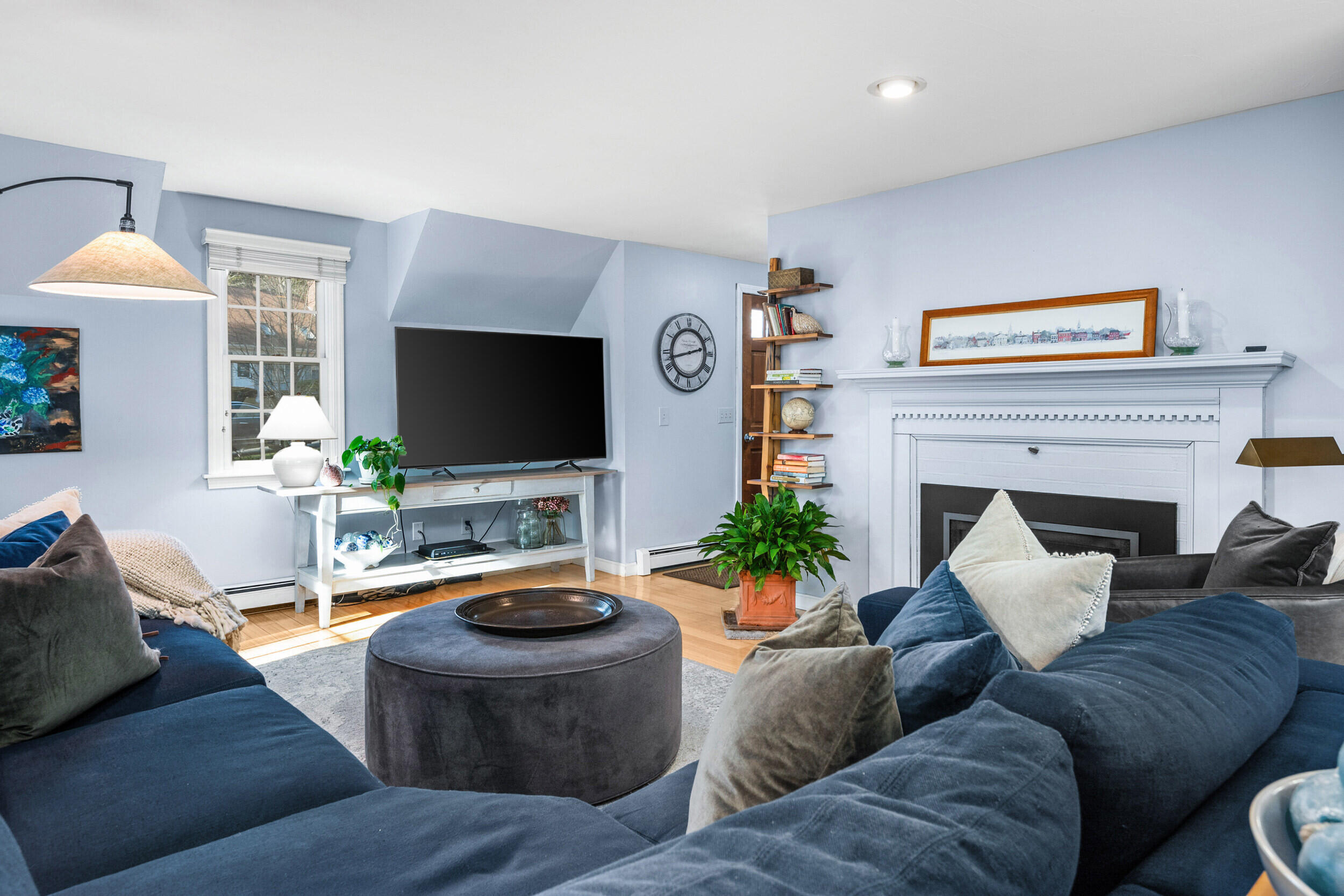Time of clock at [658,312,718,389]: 2:43
